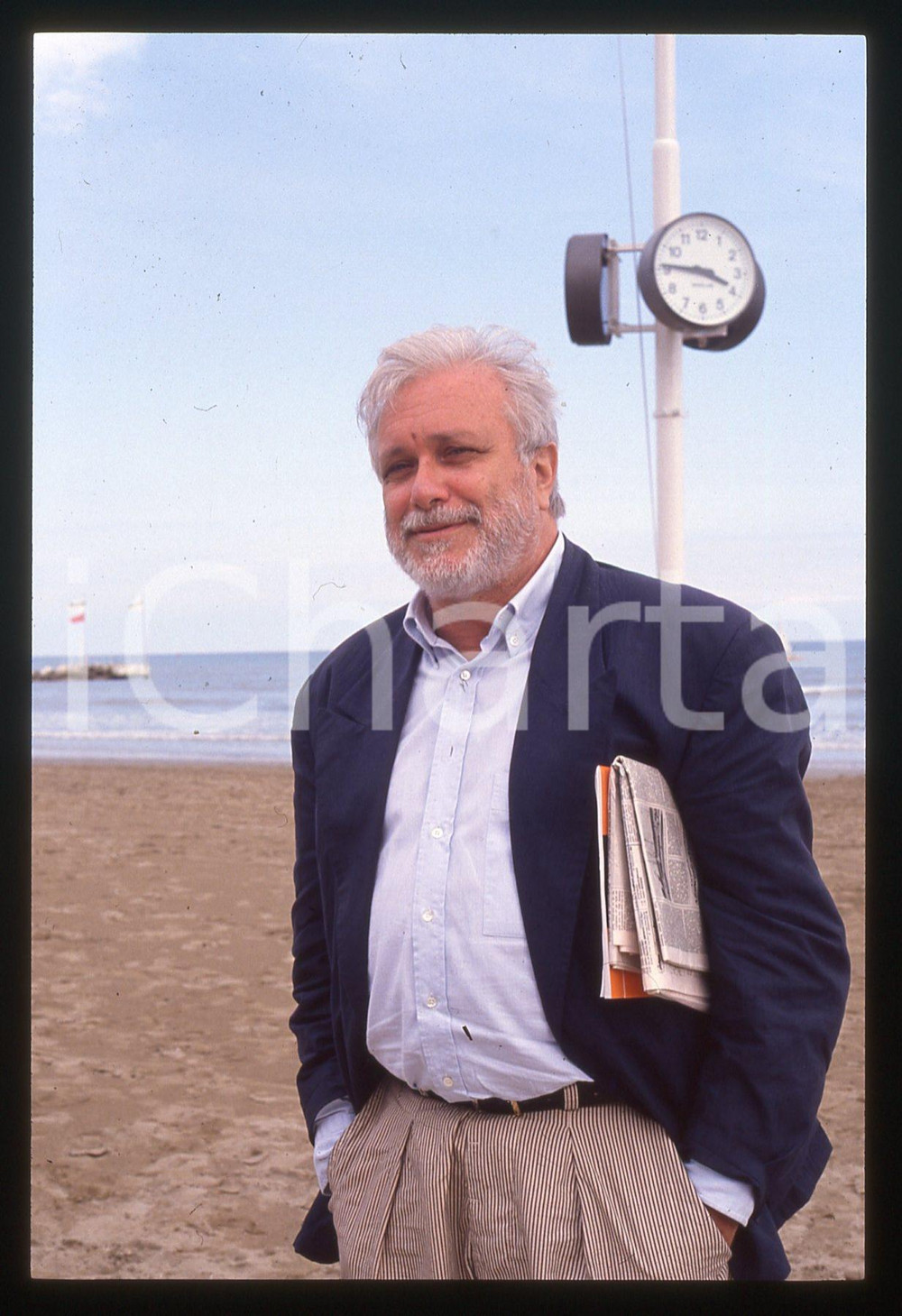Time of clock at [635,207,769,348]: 3:45
